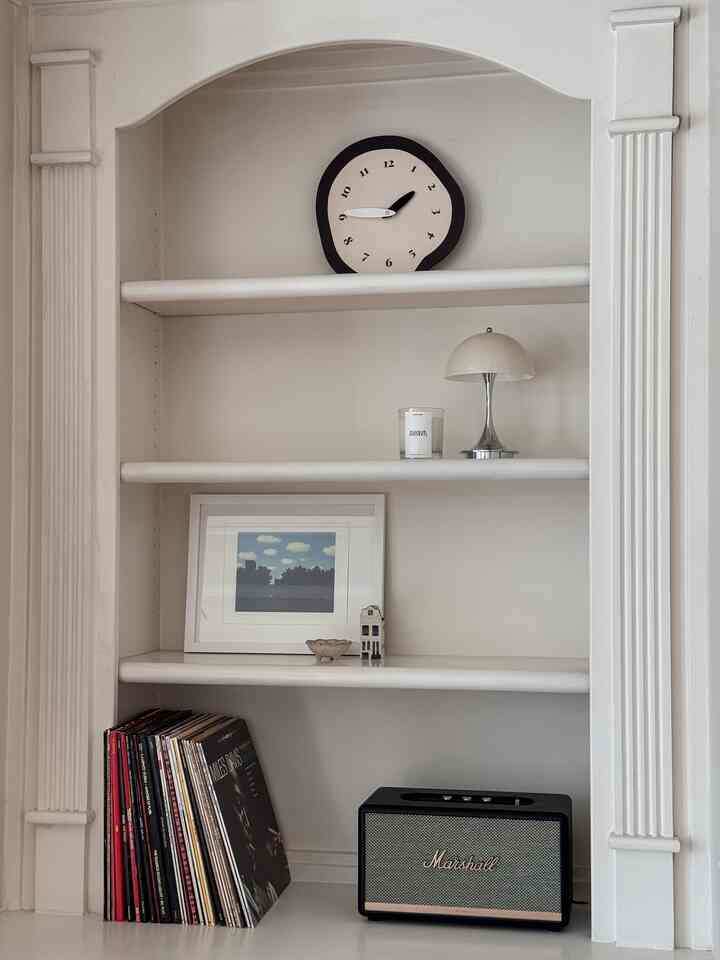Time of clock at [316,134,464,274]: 1:45
